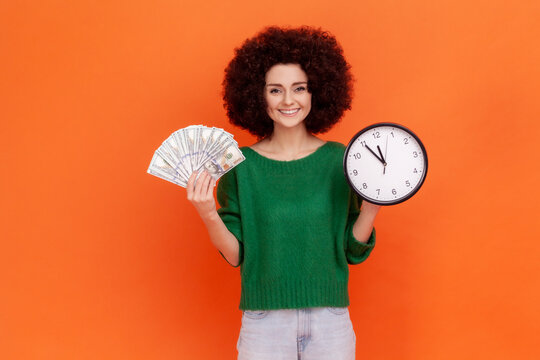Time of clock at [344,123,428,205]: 11:54
